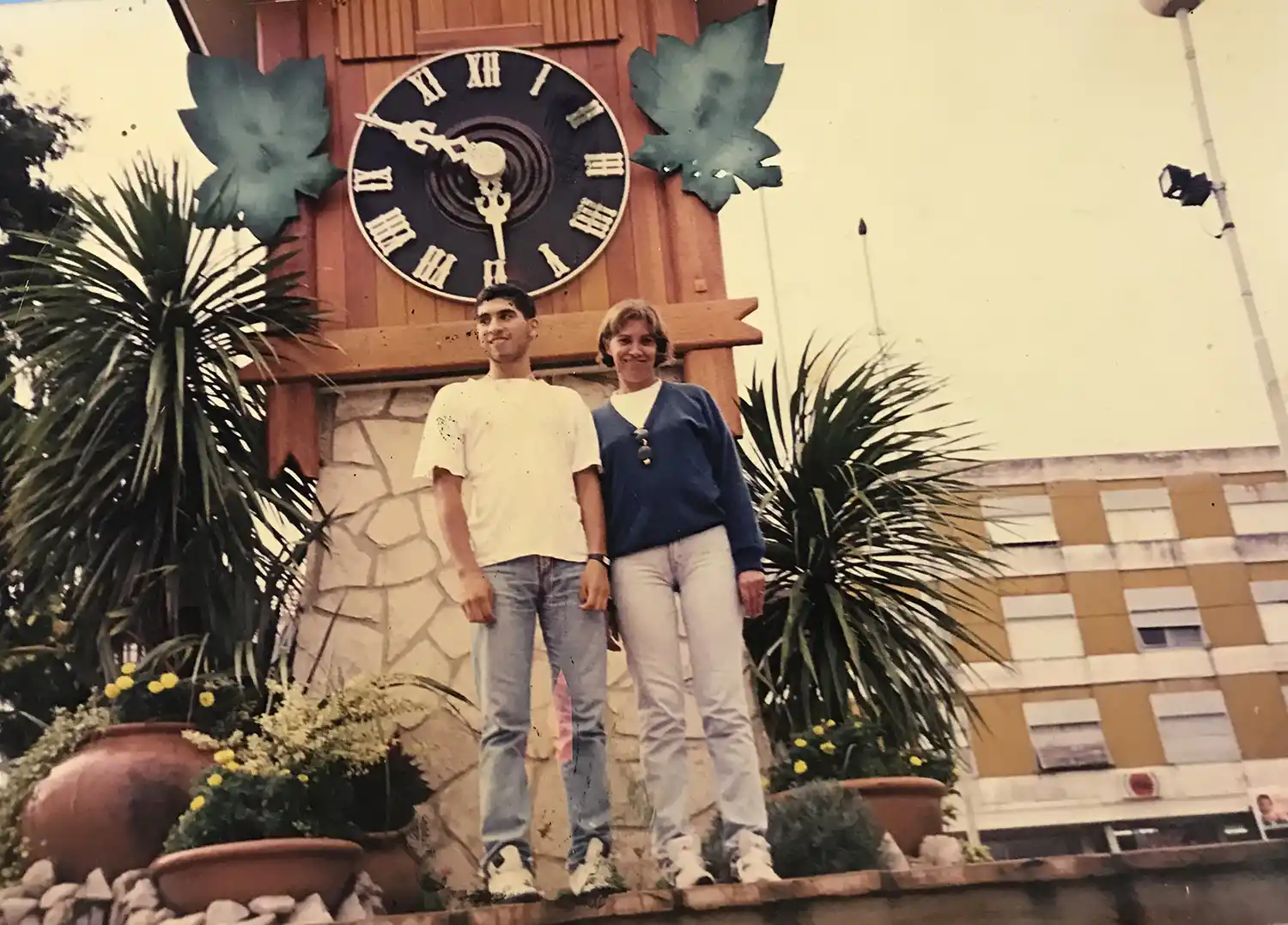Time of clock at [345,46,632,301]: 5:50
